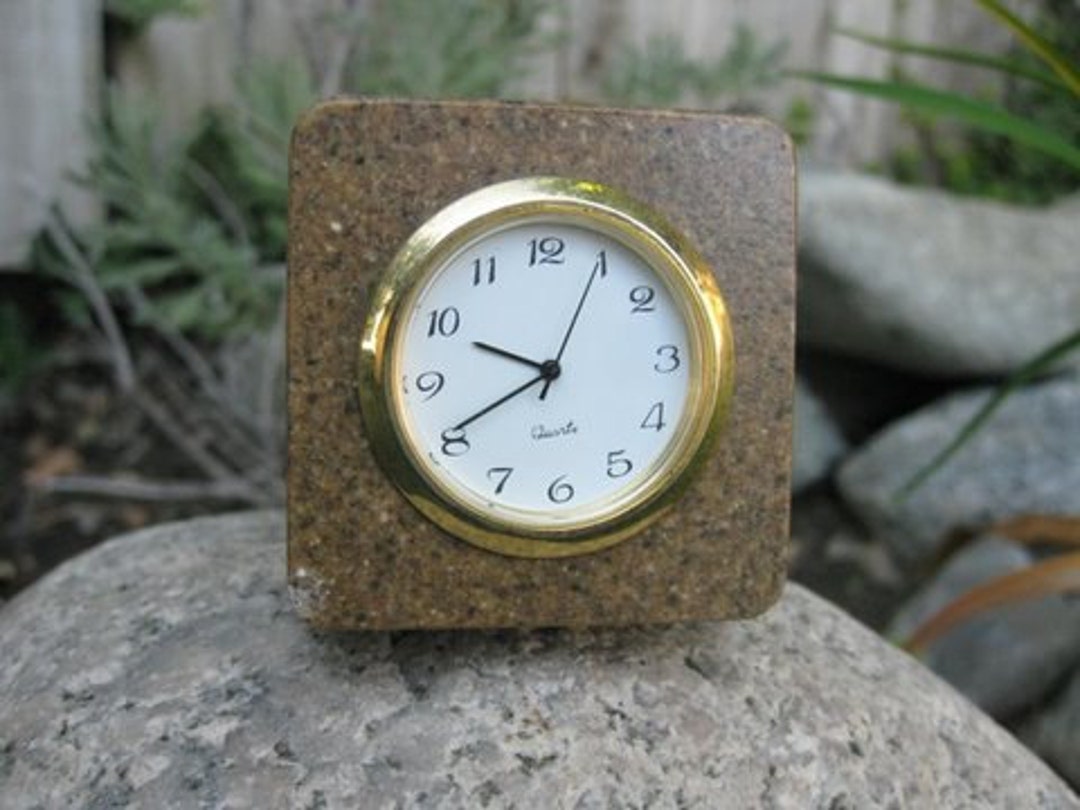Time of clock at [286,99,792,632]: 9:40
